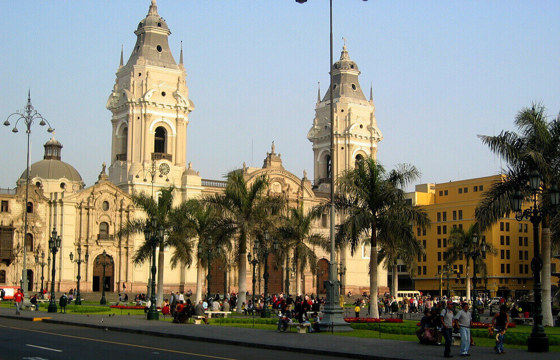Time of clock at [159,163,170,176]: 8:11
